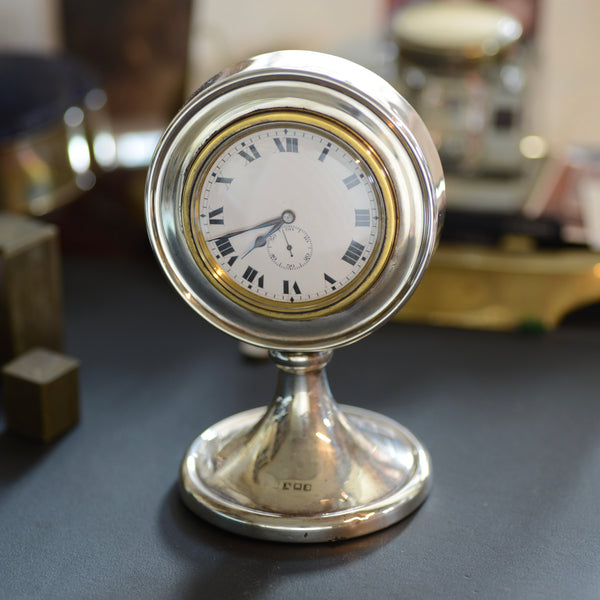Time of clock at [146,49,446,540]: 7:42
